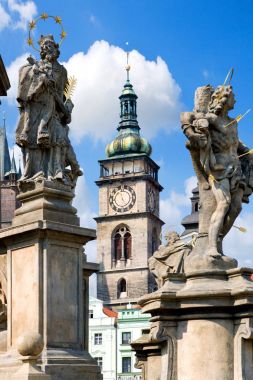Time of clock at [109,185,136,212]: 4:57
